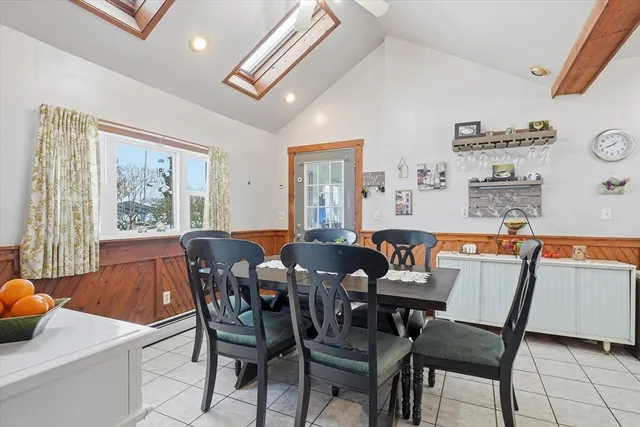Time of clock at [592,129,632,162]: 1:42
